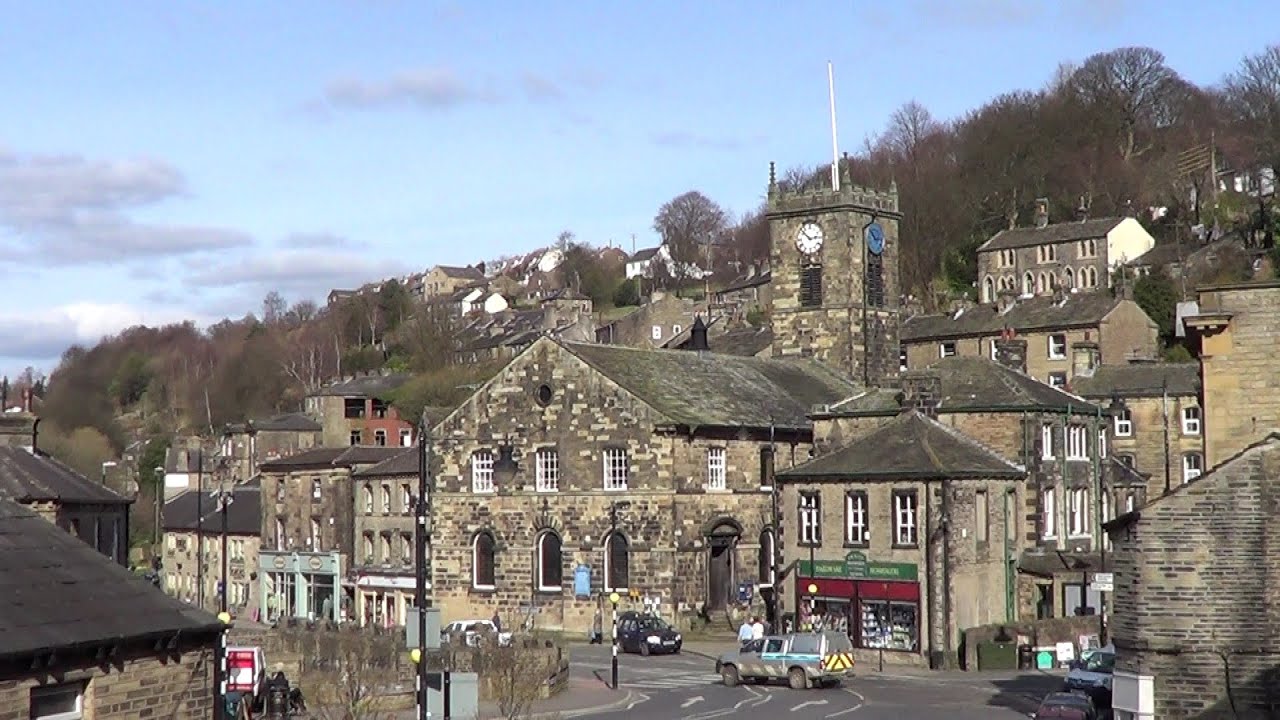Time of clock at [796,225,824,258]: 2:52
